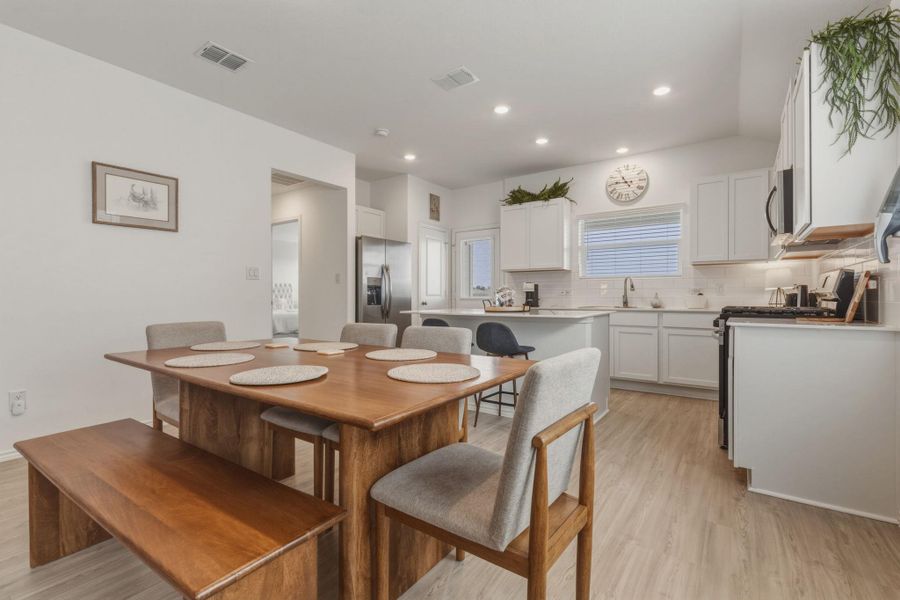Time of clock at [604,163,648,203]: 10:45
